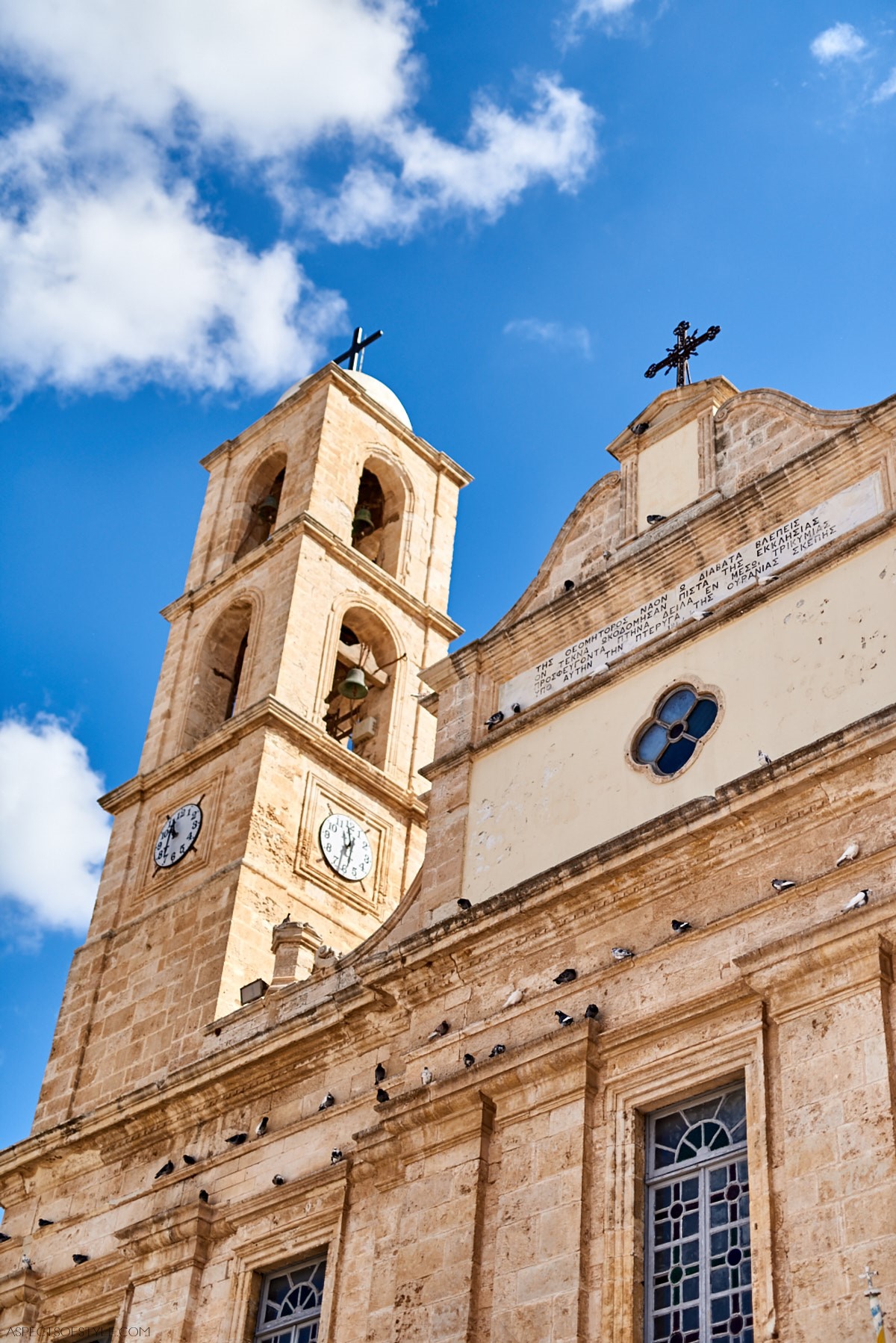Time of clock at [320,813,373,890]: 1:32
